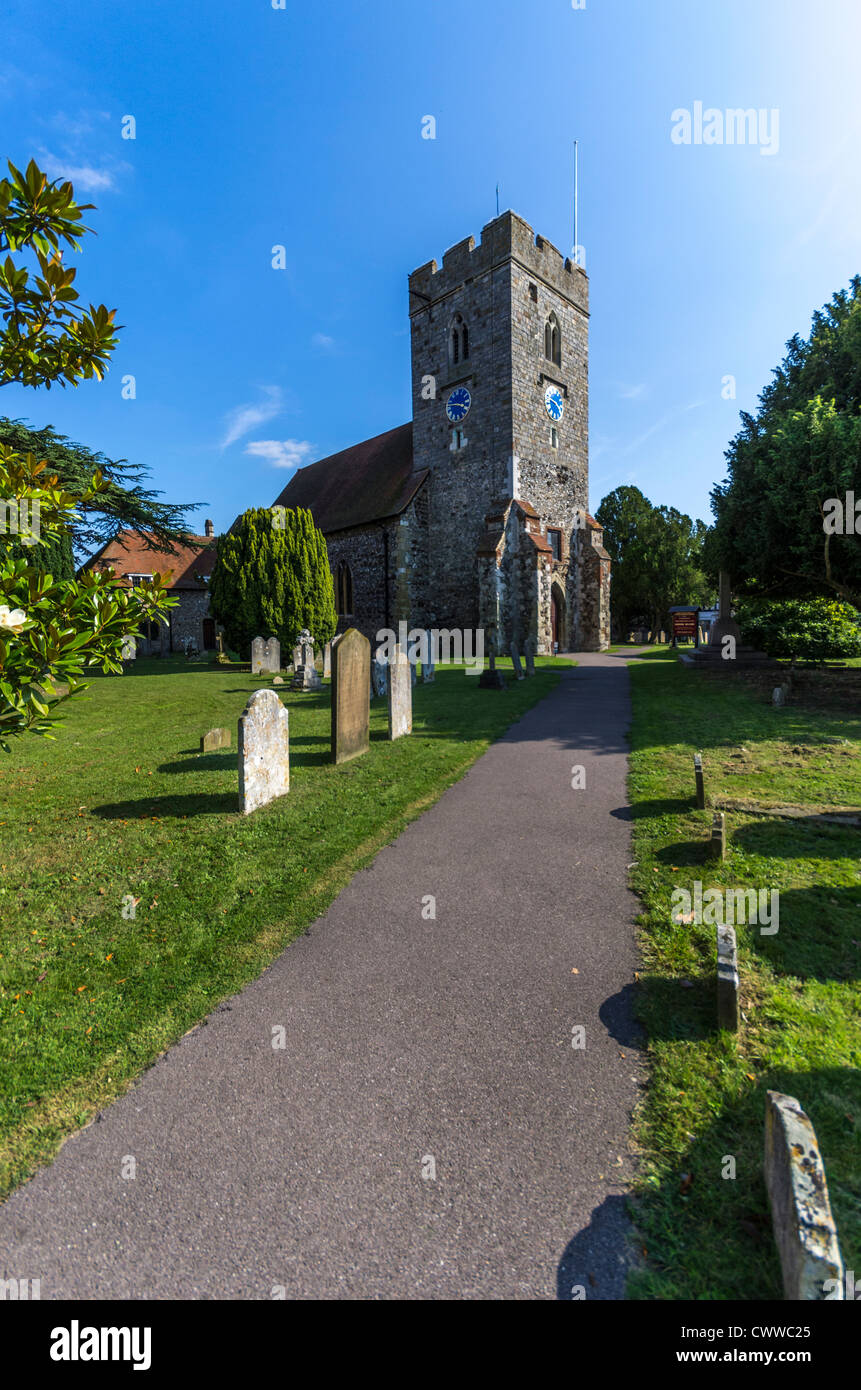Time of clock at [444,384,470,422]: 3:46
